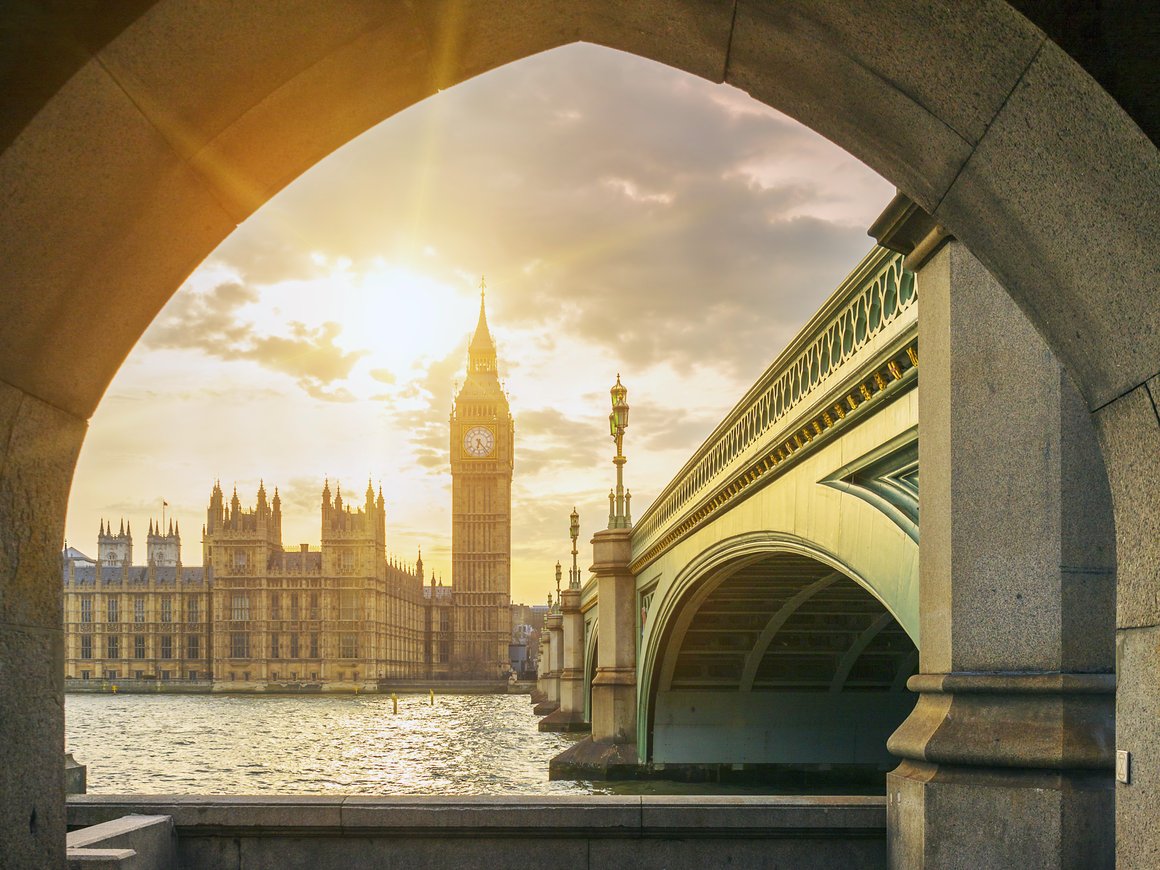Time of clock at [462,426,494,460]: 6:23
